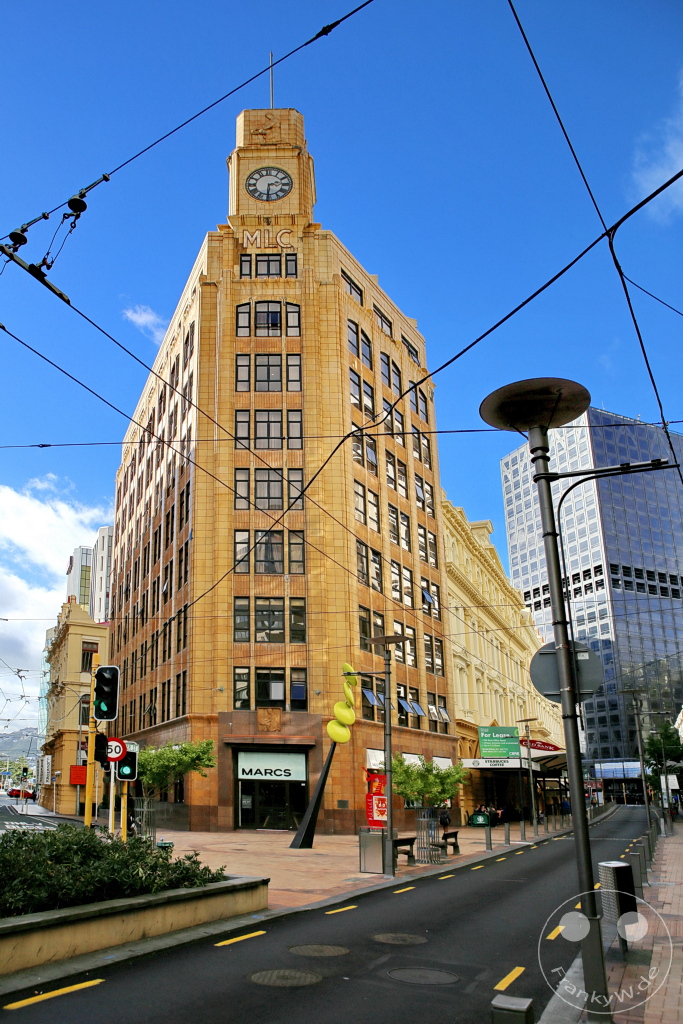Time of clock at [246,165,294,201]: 2:30
